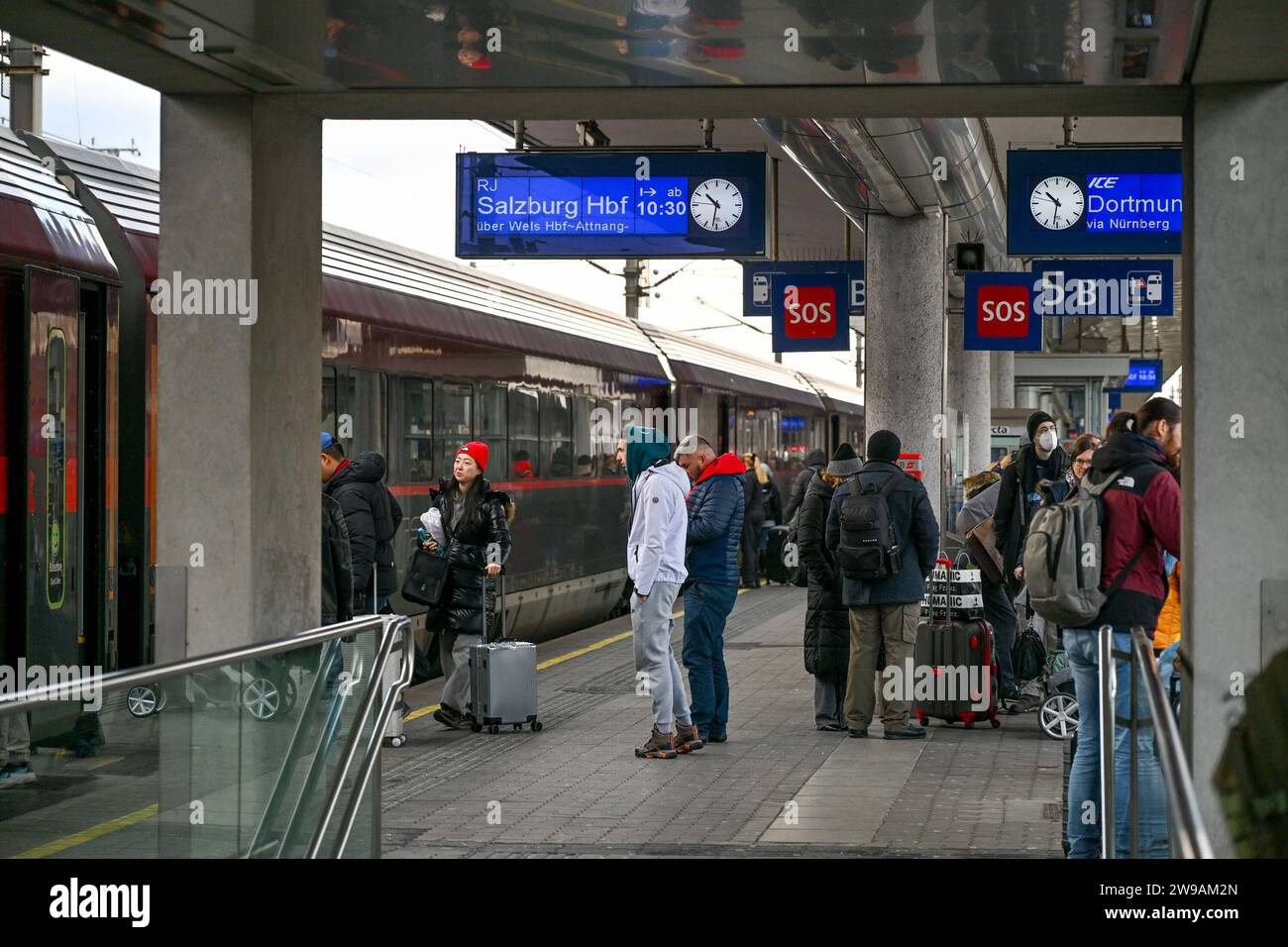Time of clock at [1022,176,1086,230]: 10:31
